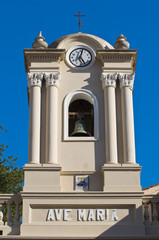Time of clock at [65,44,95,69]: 5:01
